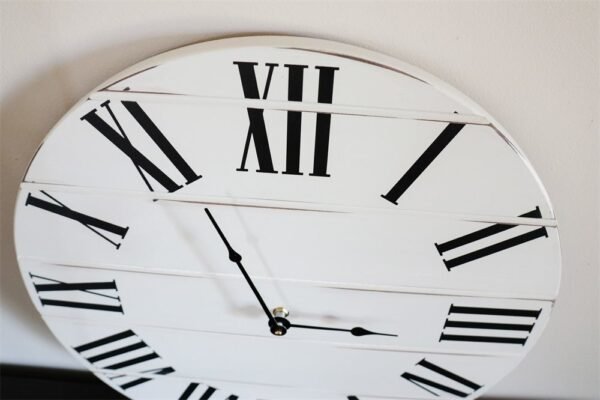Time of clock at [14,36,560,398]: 2:55
